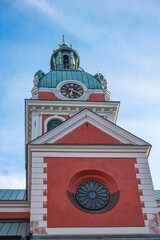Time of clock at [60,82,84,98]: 6:20
